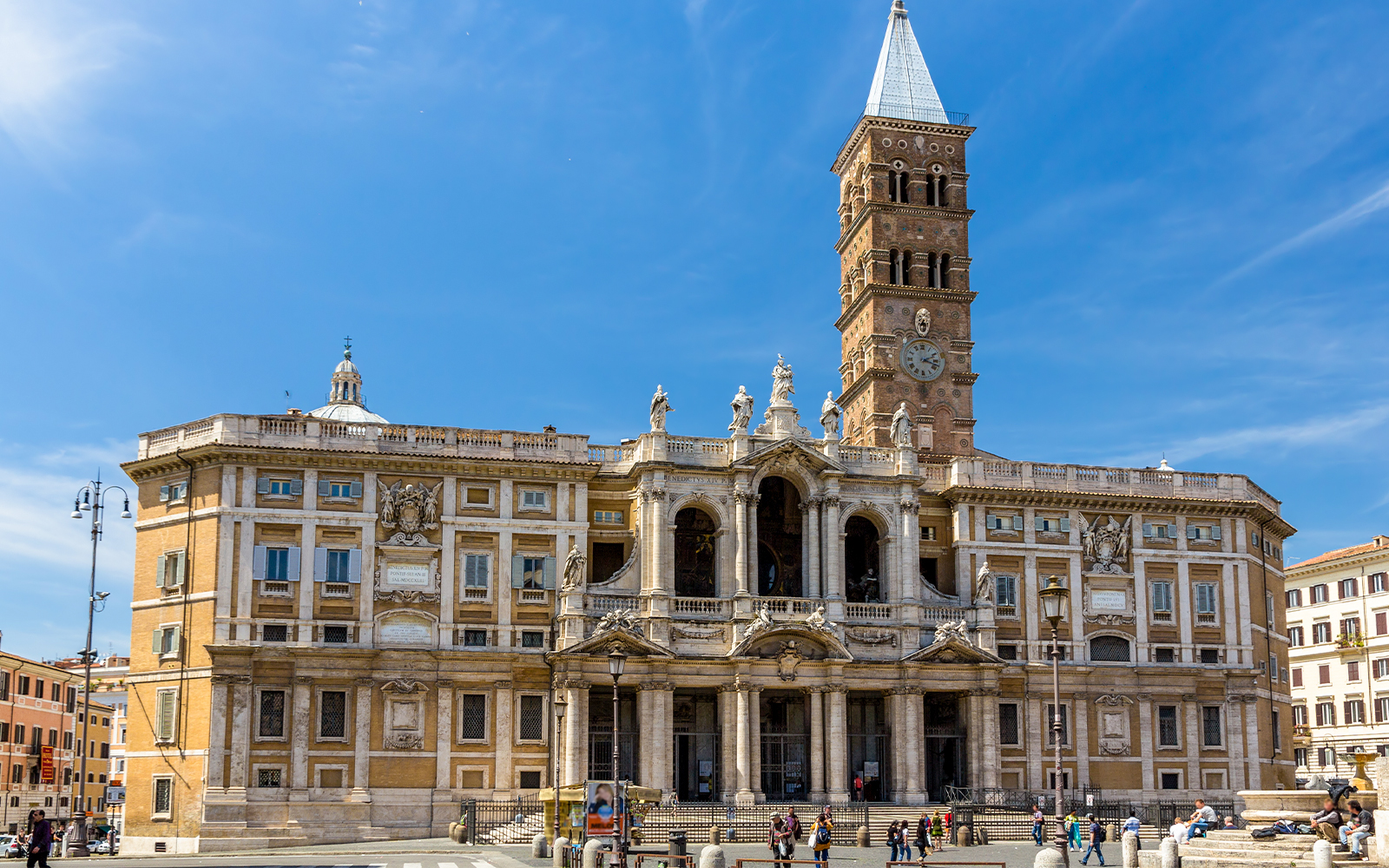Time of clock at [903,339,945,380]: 2:18
